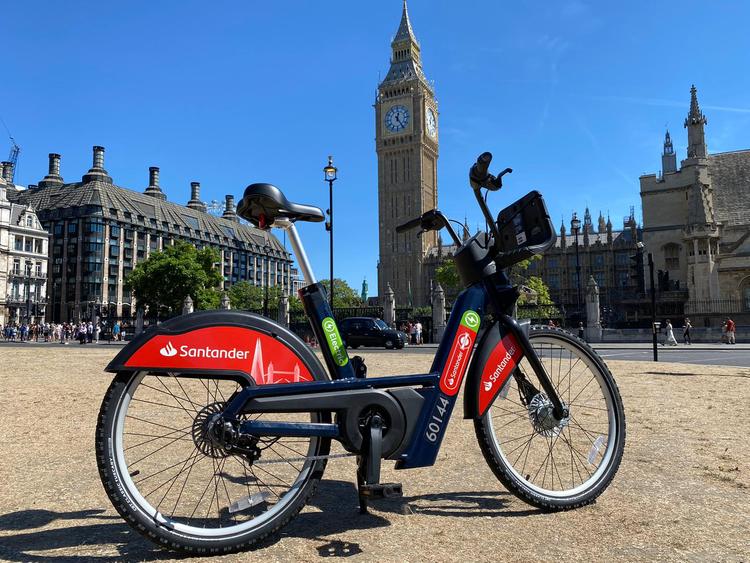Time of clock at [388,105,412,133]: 12:24
